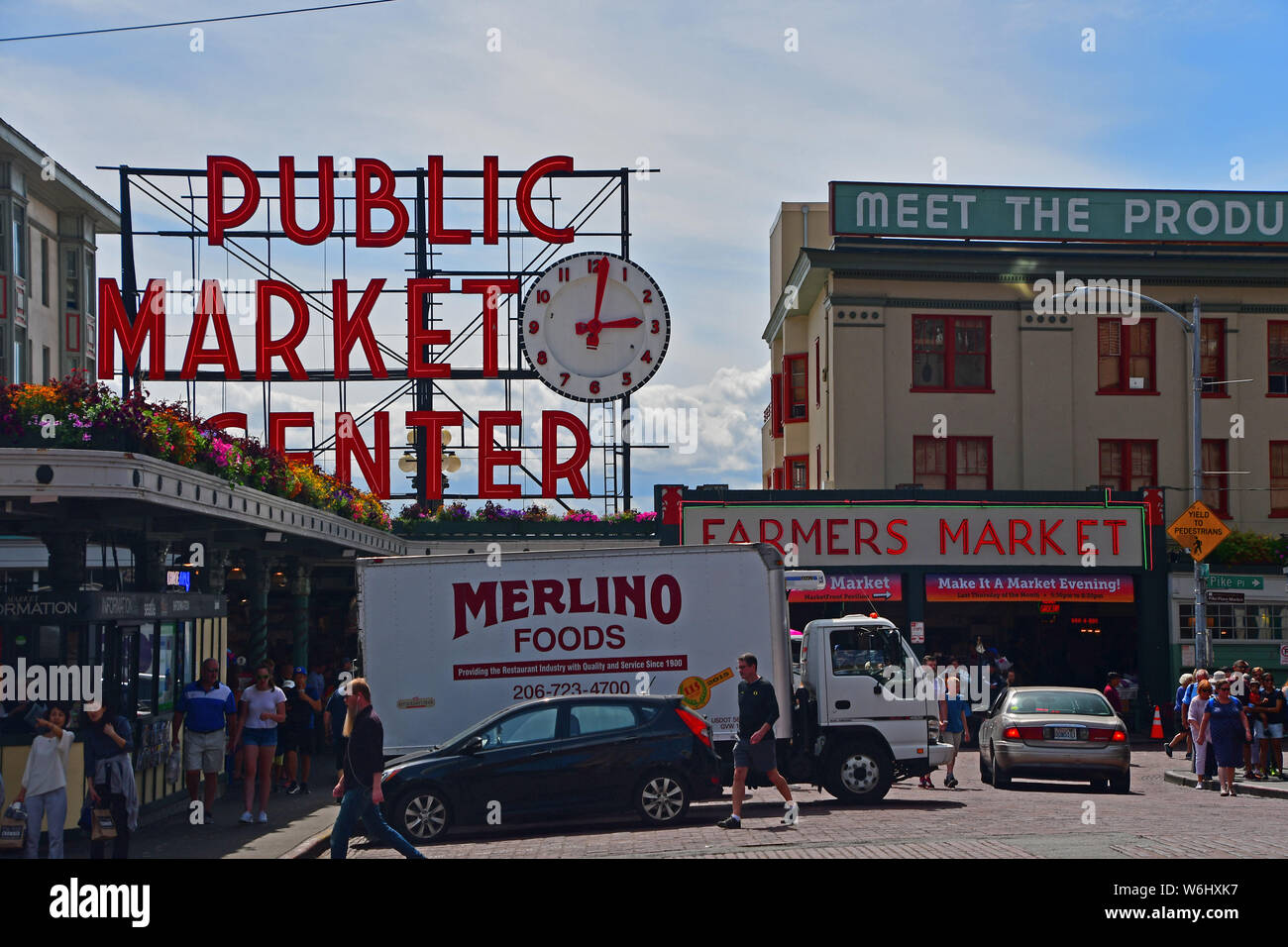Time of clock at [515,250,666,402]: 3:01
